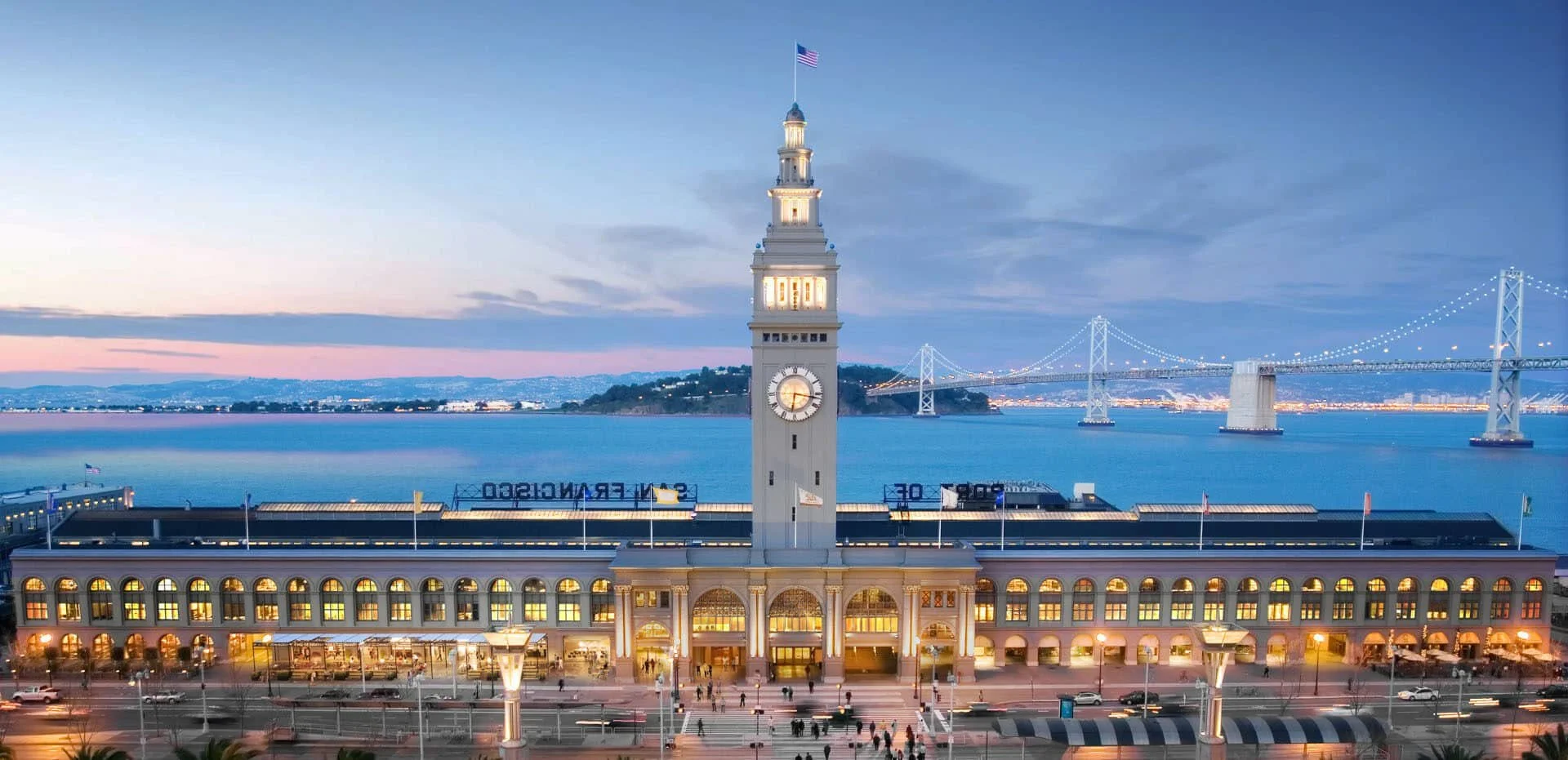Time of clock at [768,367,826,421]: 6:16
